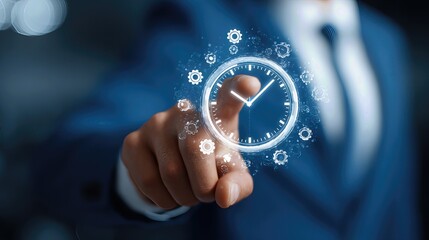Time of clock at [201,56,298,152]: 10:07
